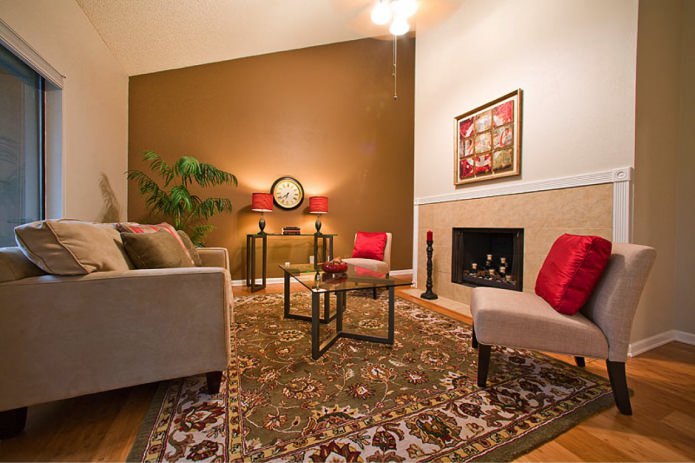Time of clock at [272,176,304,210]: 6:38
